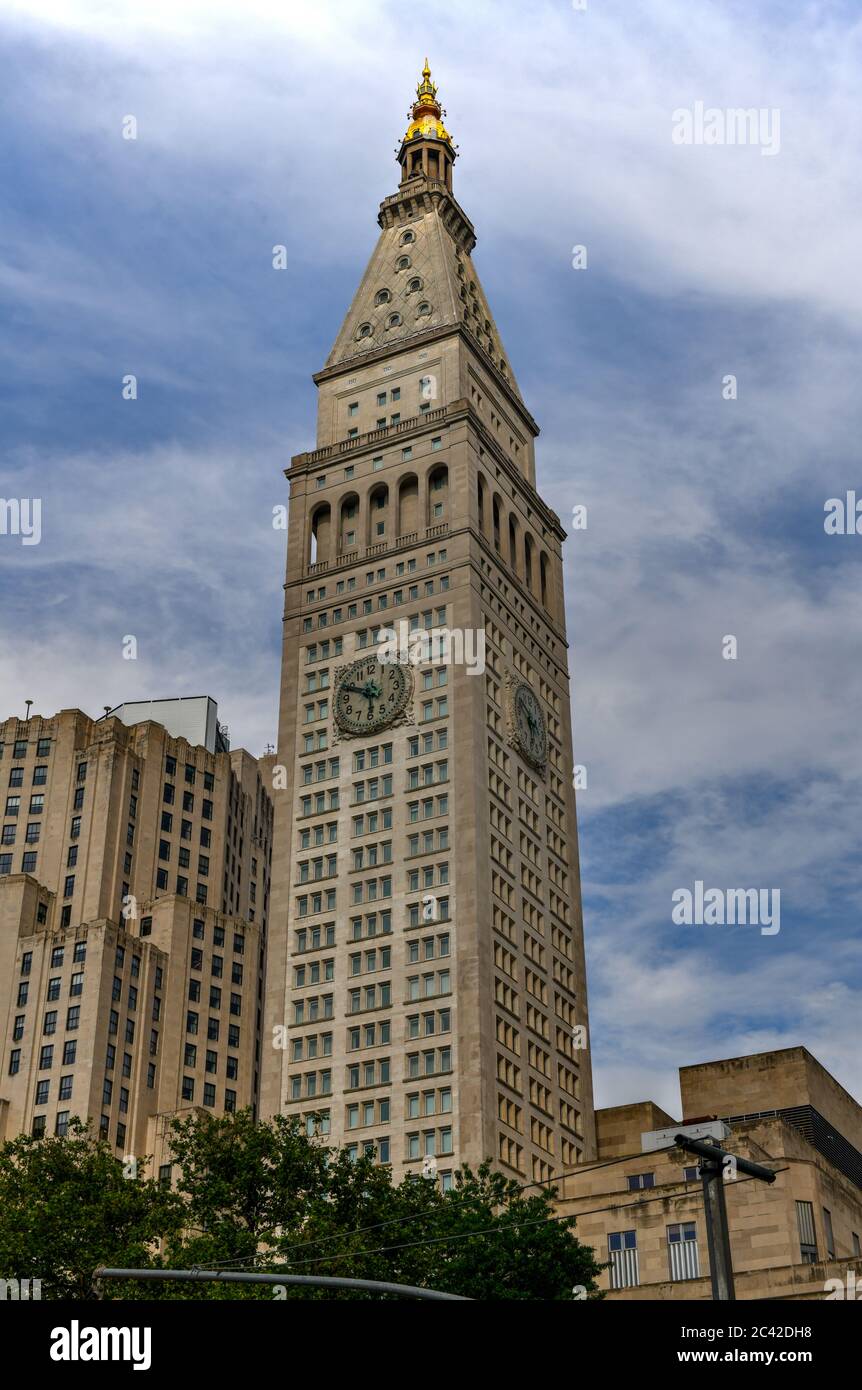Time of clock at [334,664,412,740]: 5:49
